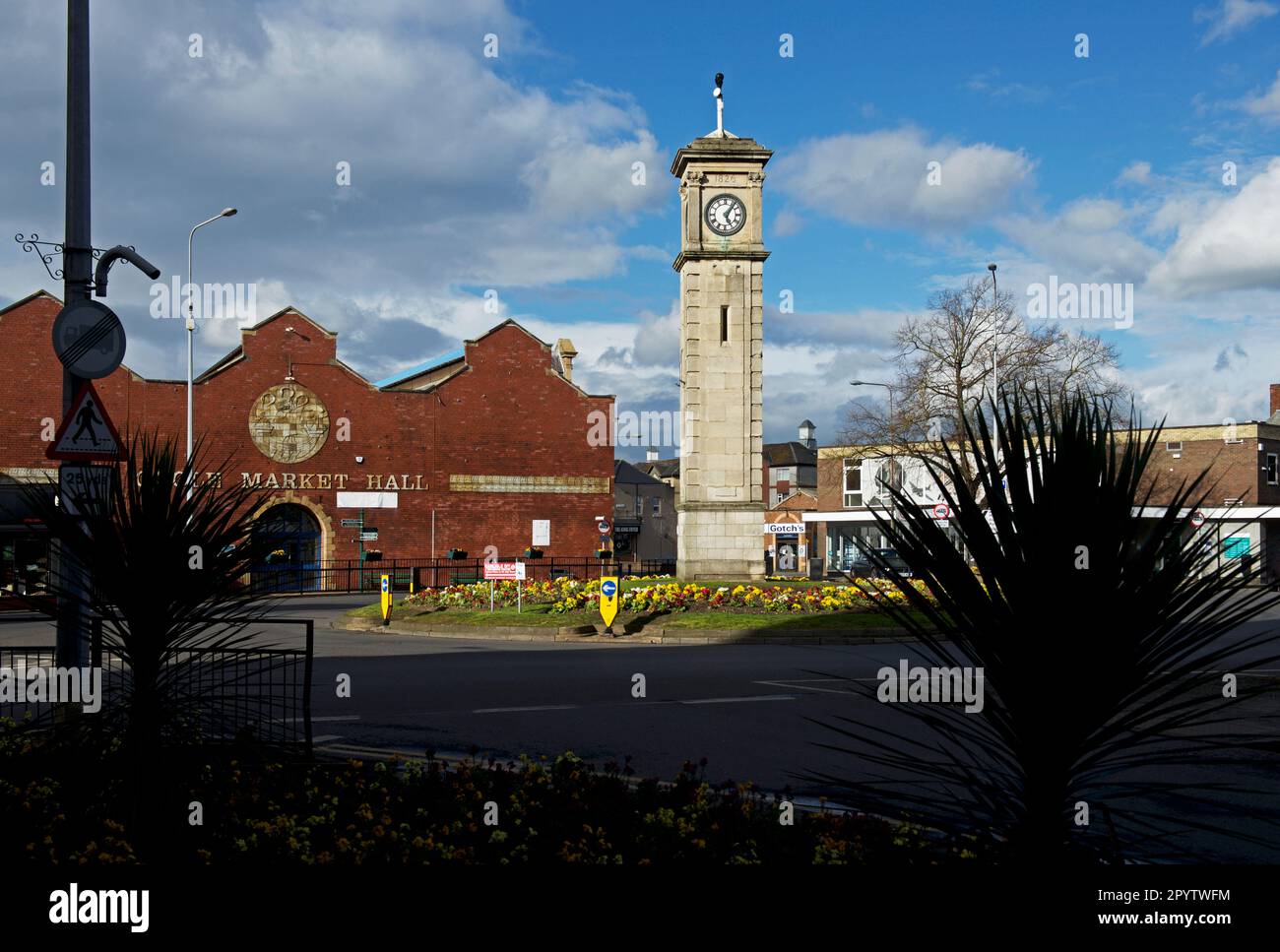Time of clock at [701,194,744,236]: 5:06
